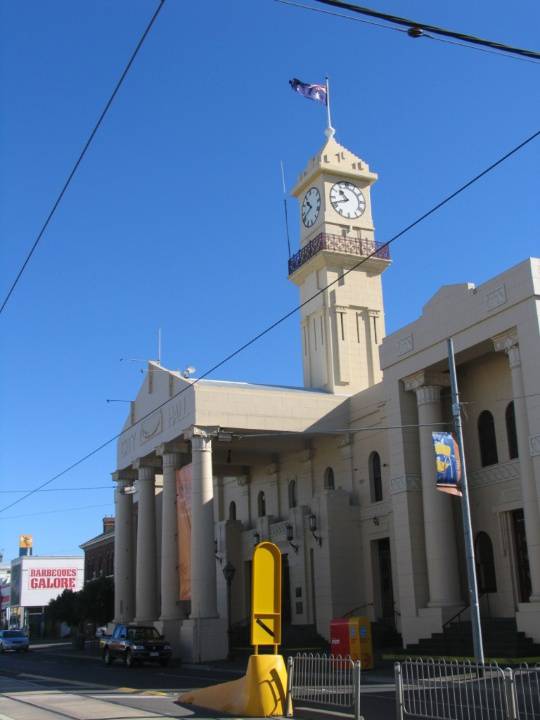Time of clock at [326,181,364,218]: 10:41
